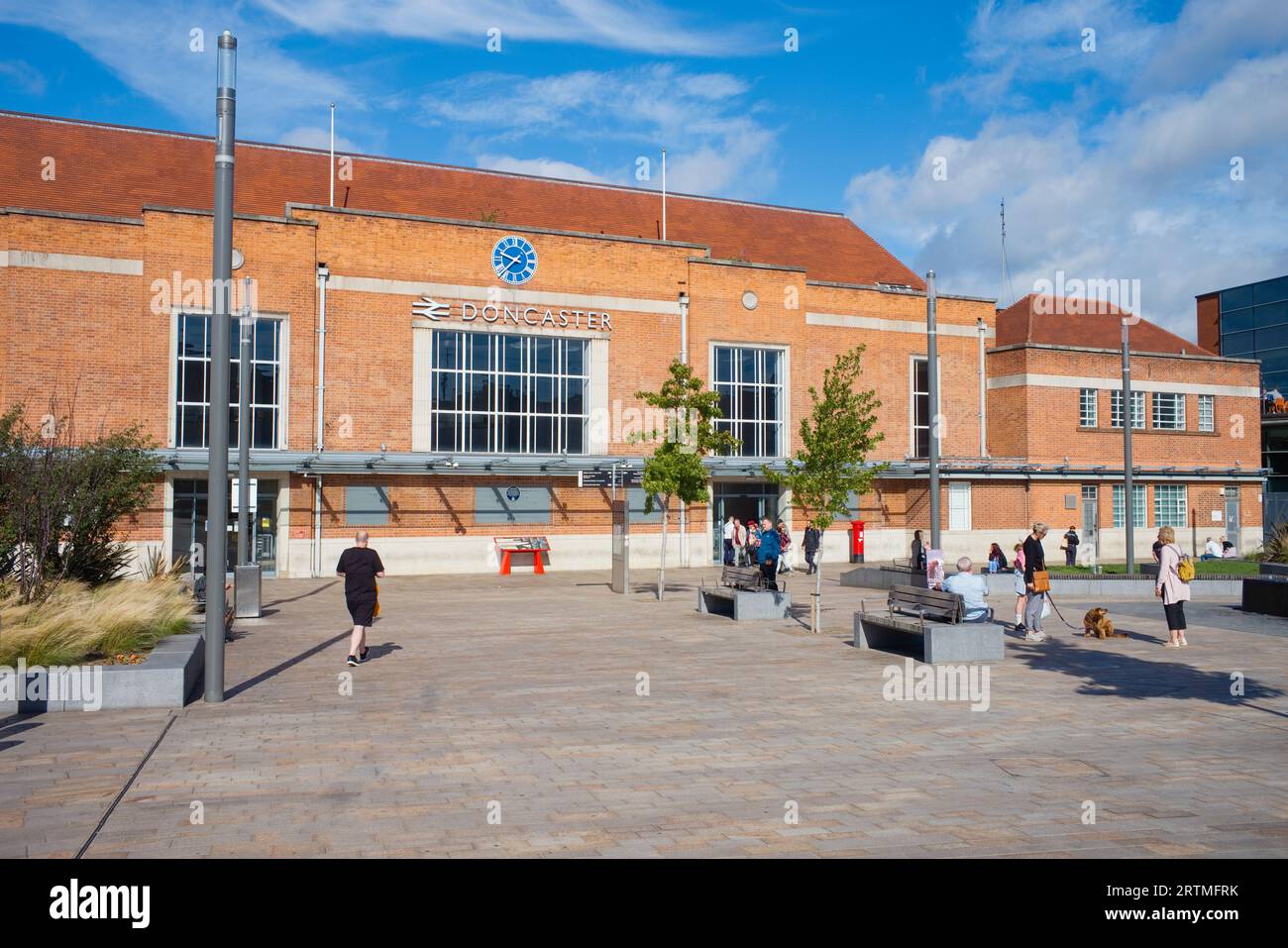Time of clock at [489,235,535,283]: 9:37
